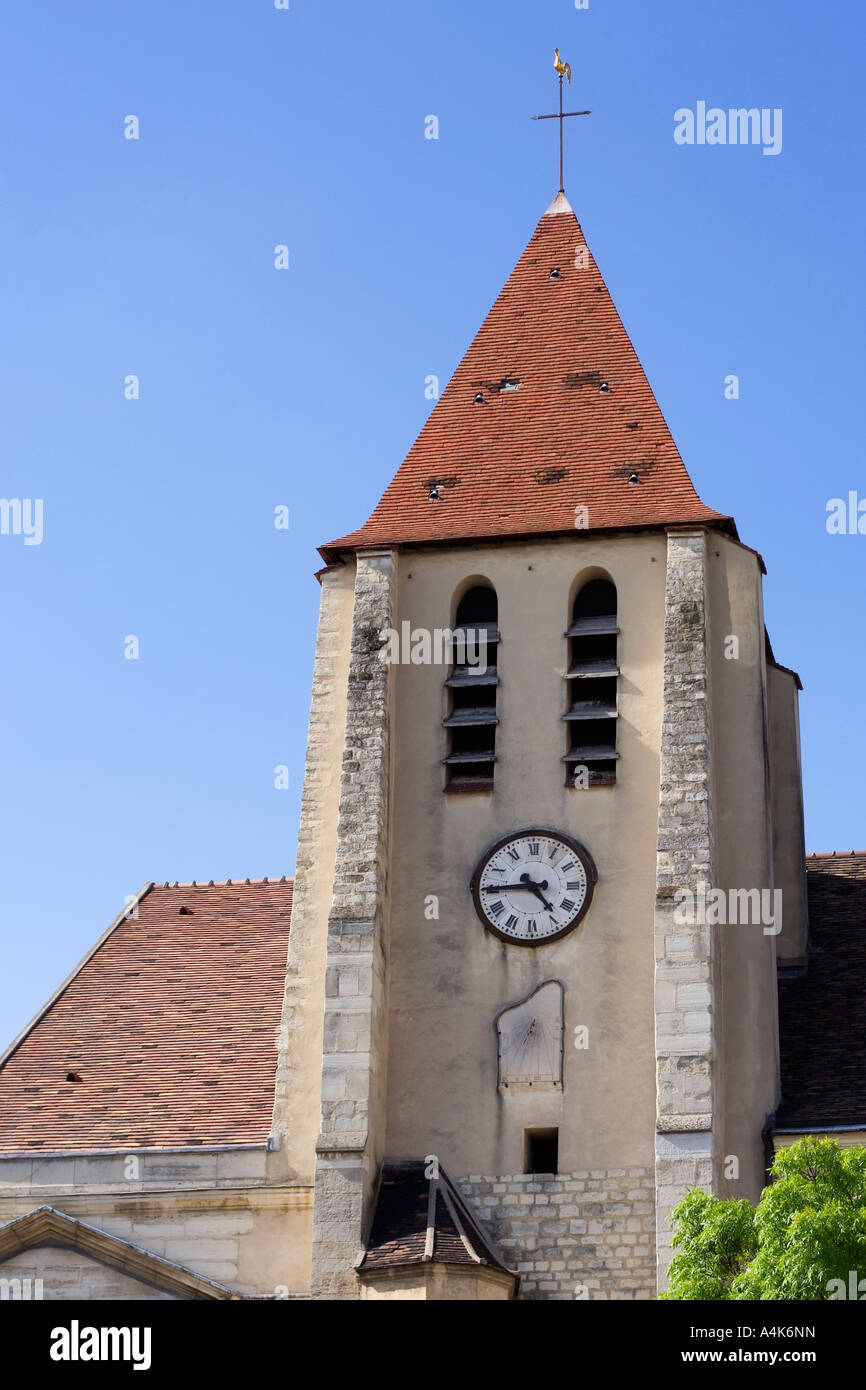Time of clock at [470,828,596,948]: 4:44
